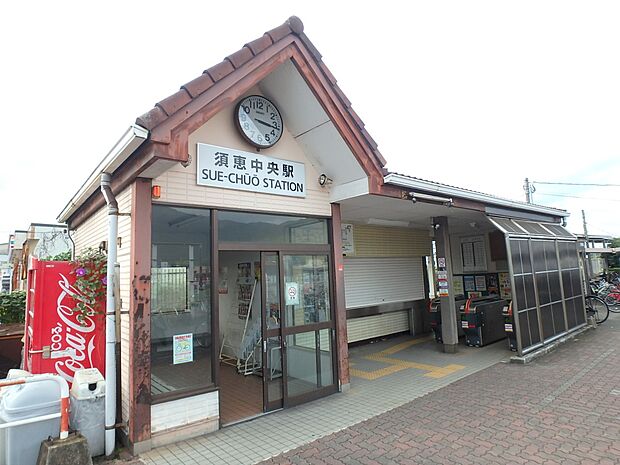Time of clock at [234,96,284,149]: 3:16
